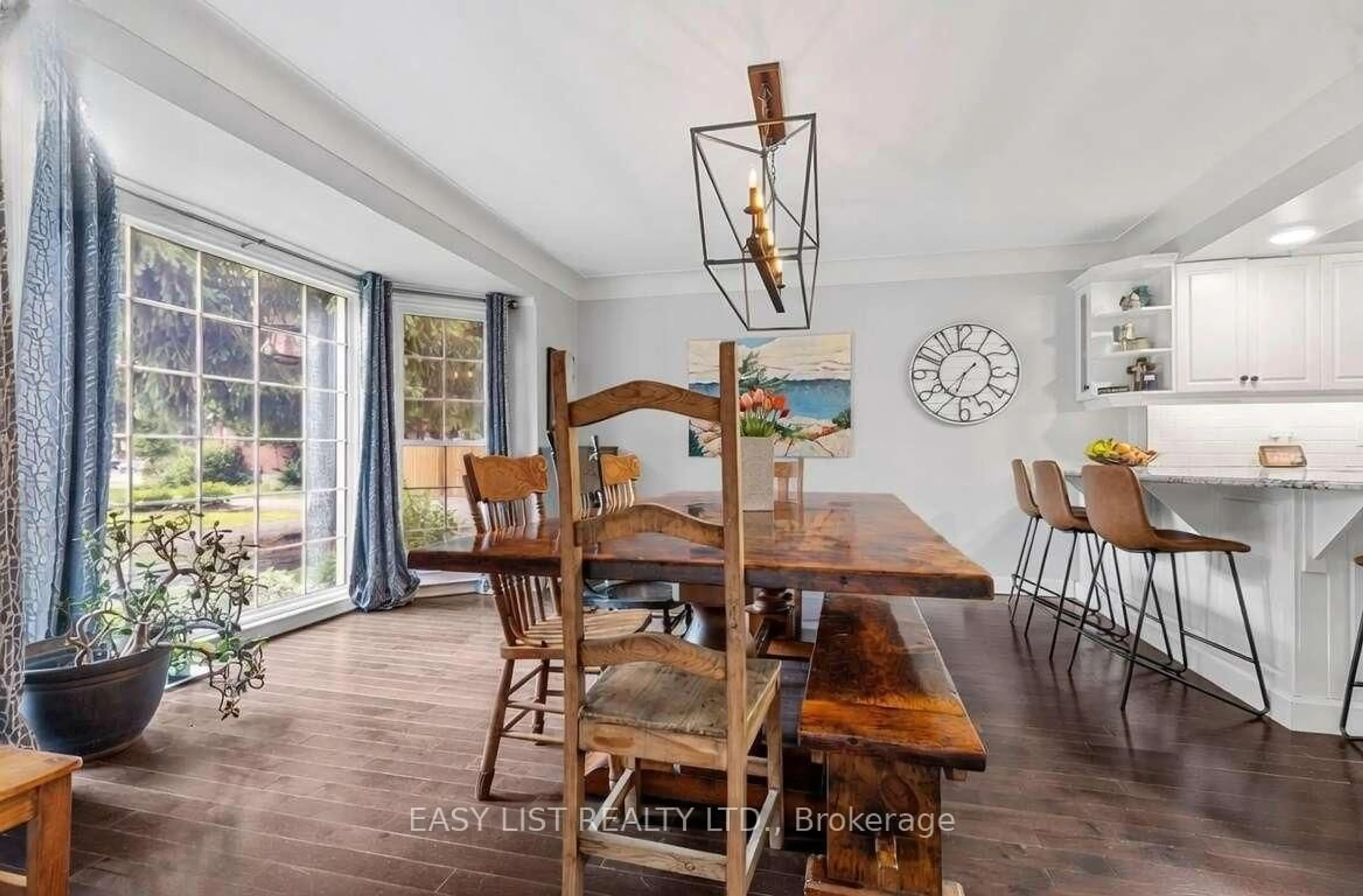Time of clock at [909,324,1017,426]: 1:33
